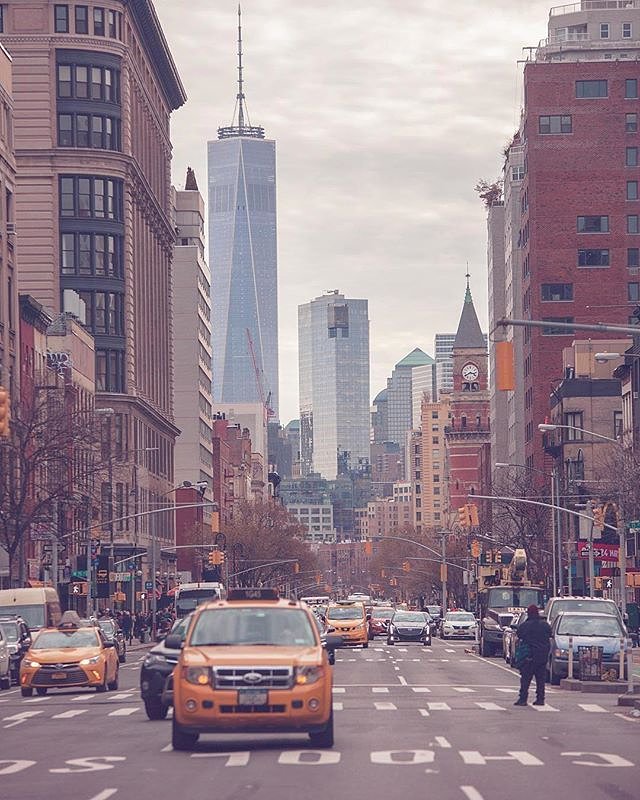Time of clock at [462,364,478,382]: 3:40
